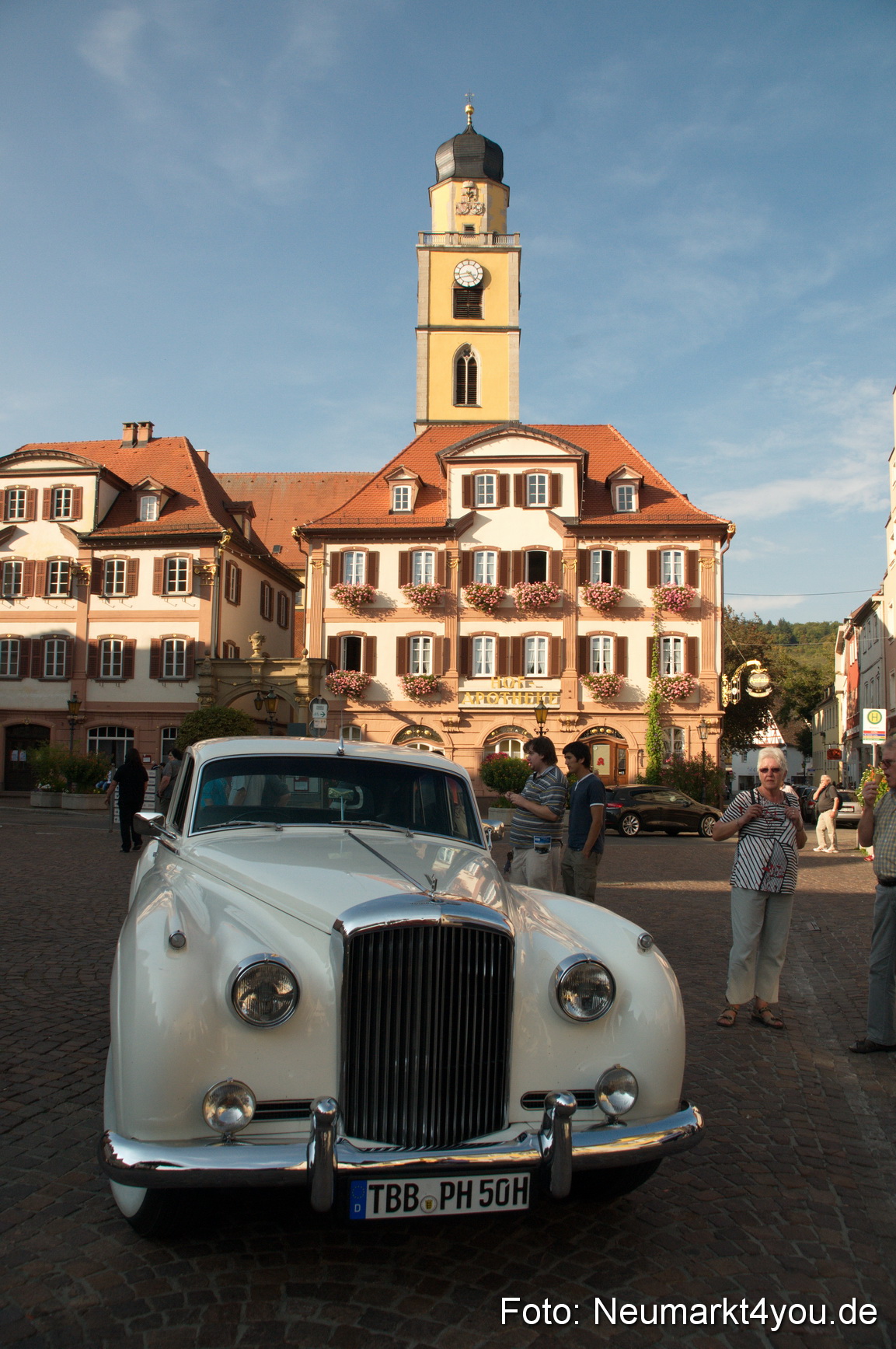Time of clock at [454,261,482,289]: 4:42
